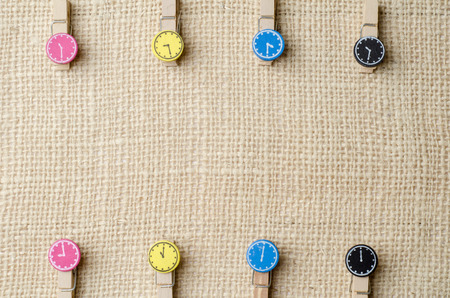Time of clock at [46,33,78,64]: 11:29
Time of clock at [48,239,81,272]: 8:59
